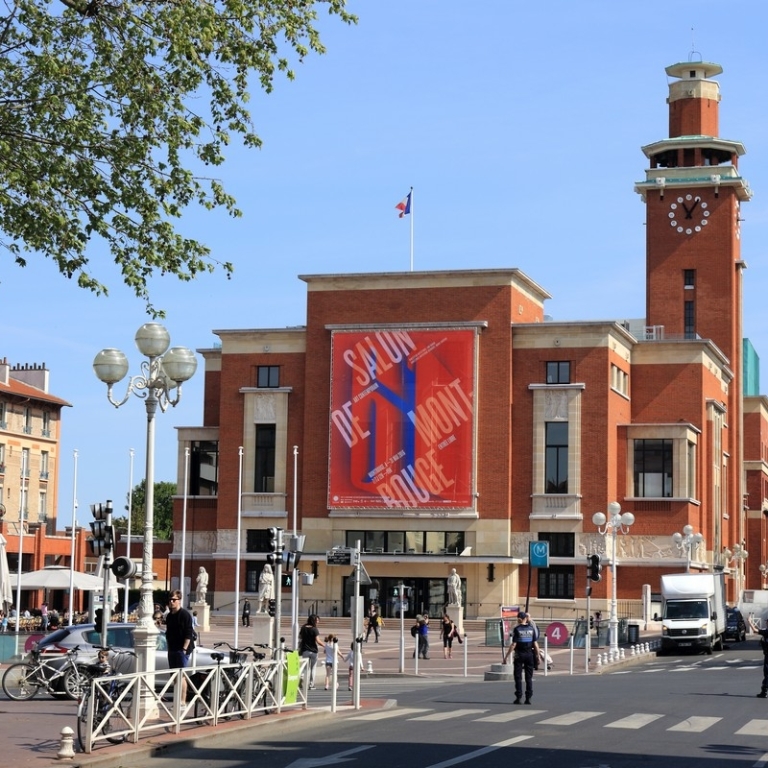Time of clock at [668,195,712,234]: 11:05
